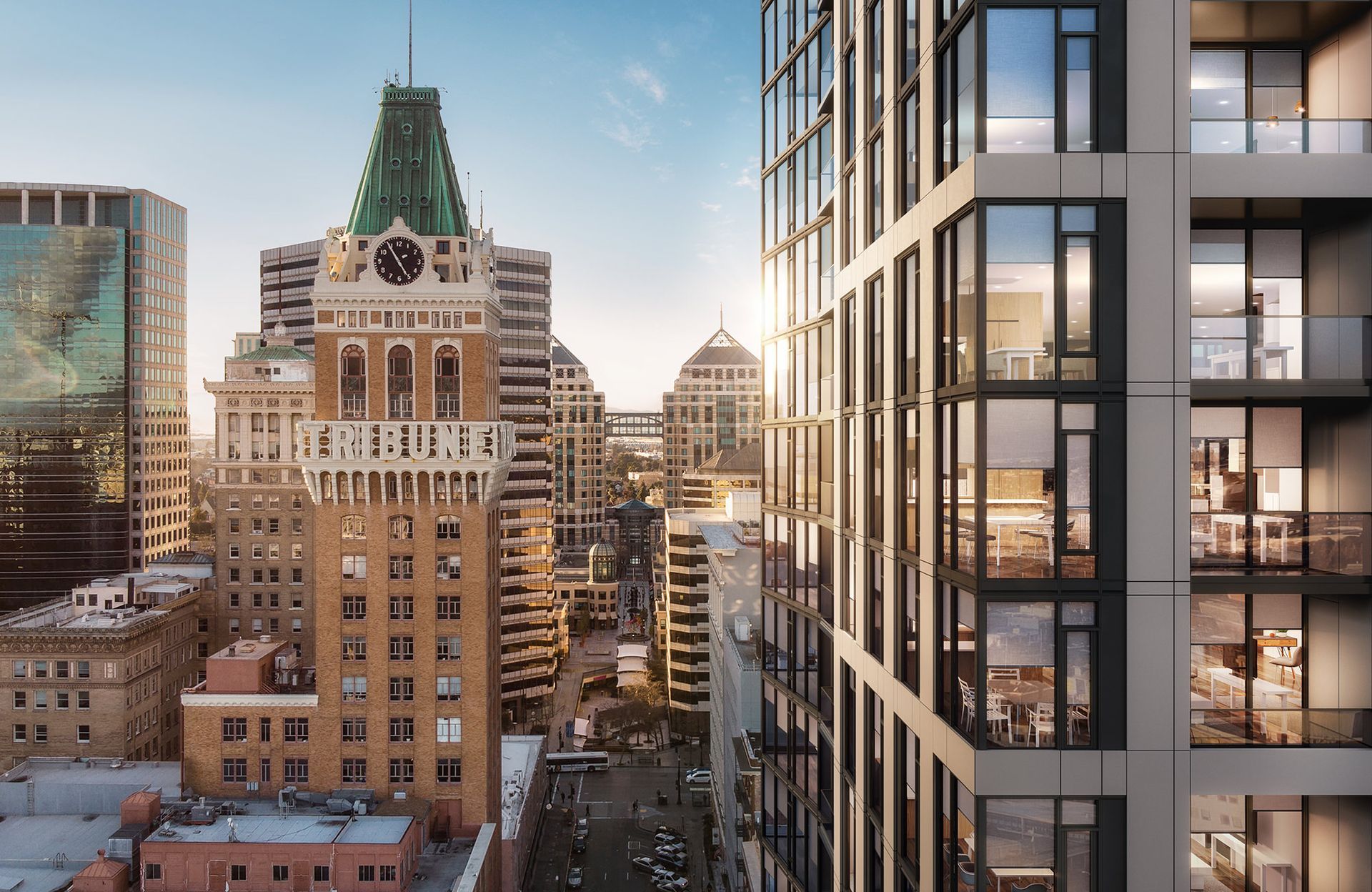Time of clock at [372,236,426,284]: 4:54
